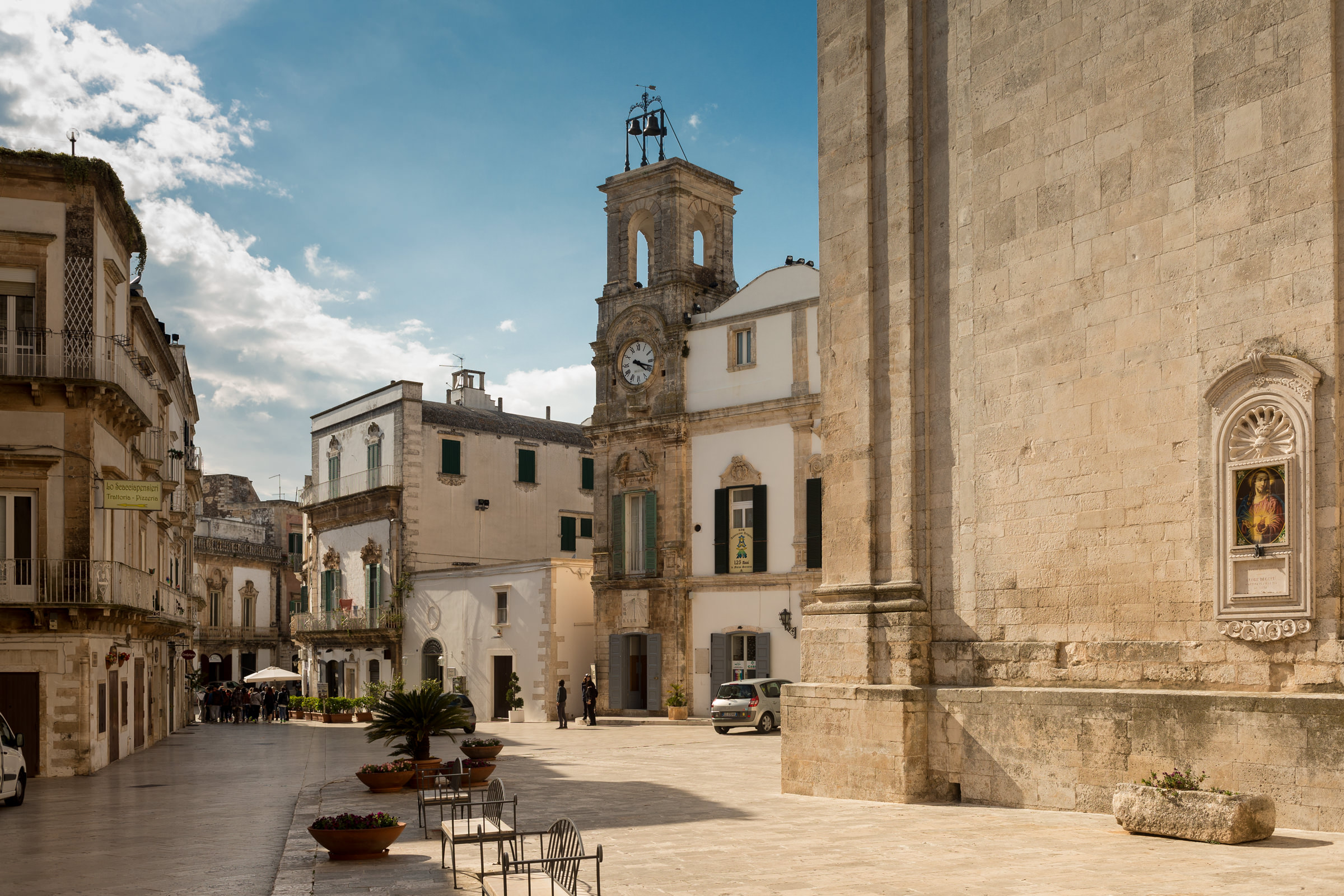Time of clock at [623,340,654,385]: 4:18
